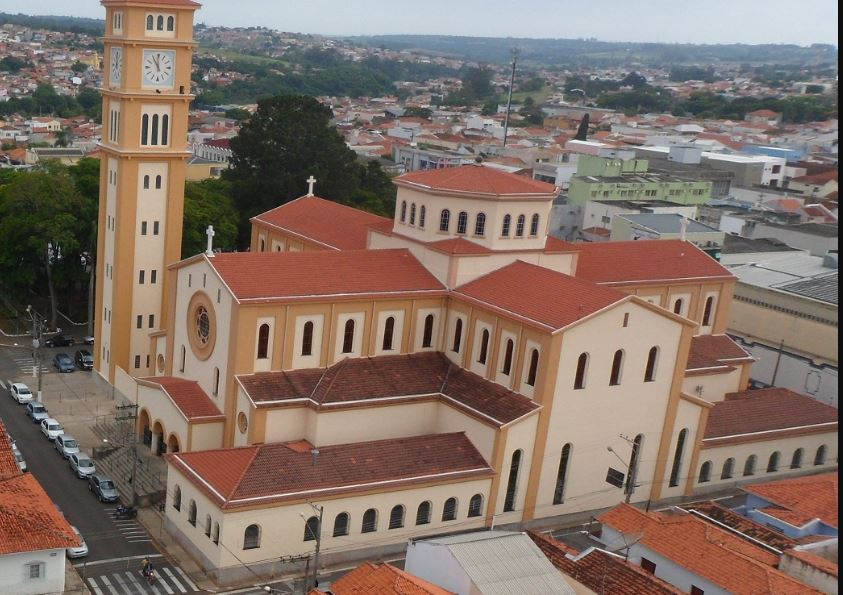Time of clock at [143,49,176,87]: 10:59
